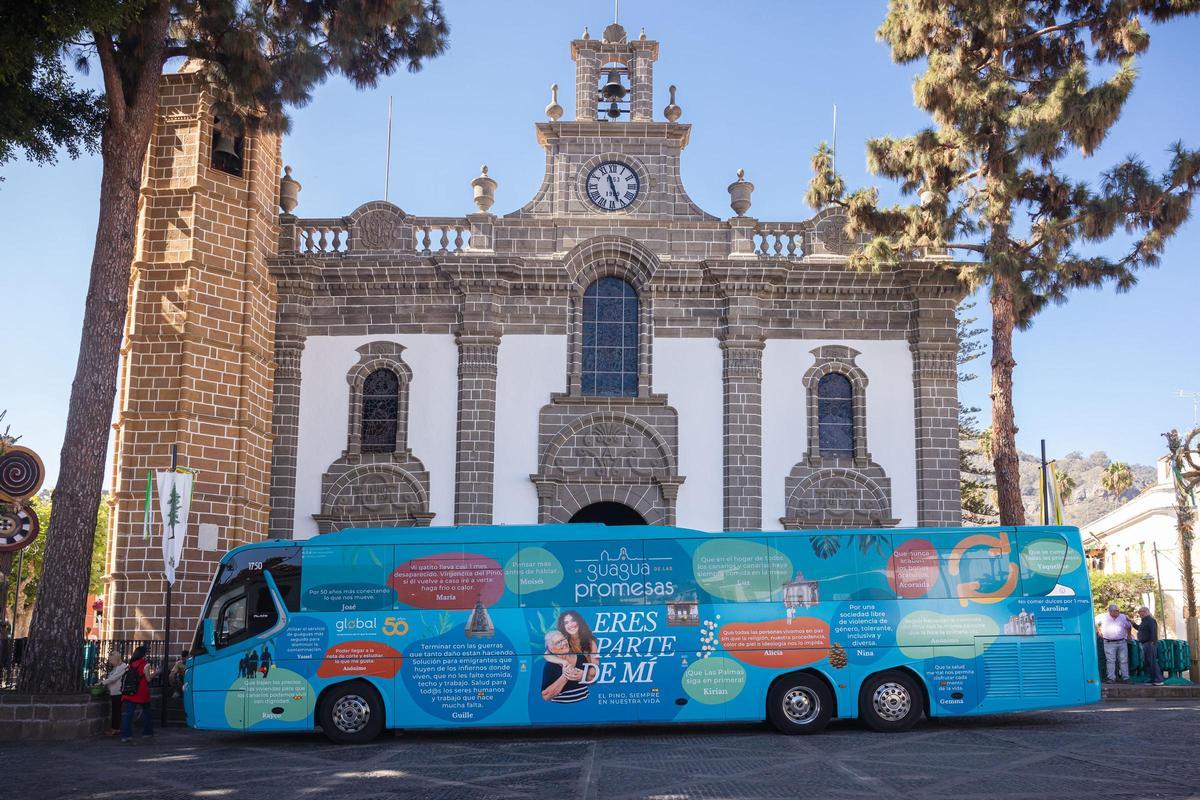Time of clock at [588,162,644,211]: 11:26
